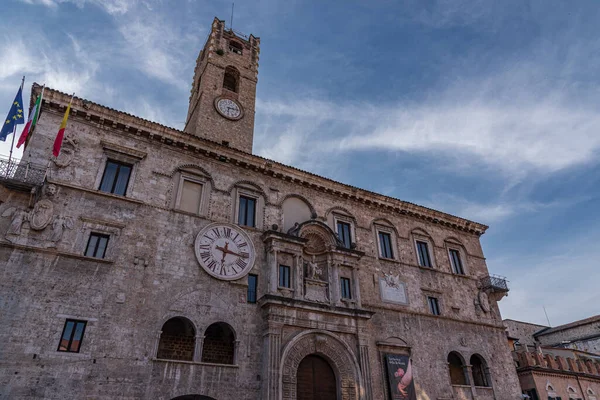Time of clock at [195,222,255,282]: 6:16
